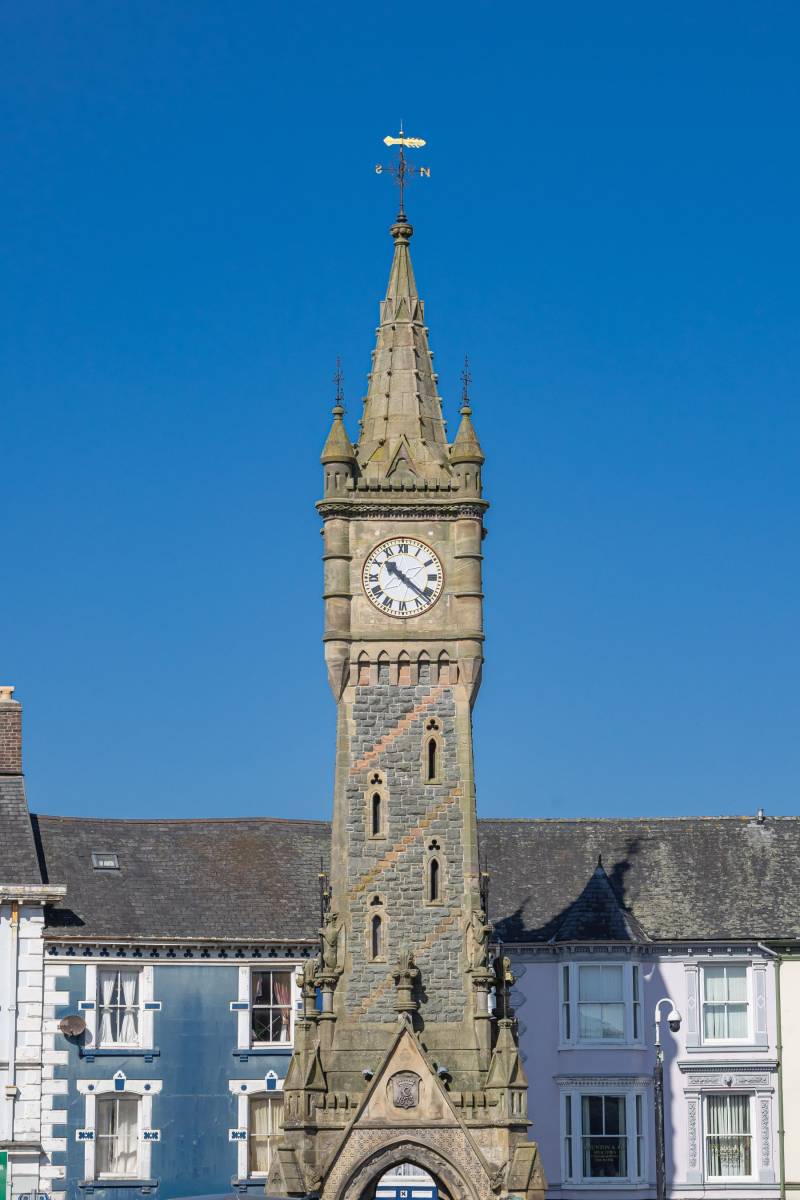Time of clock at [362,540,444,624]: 10:21
